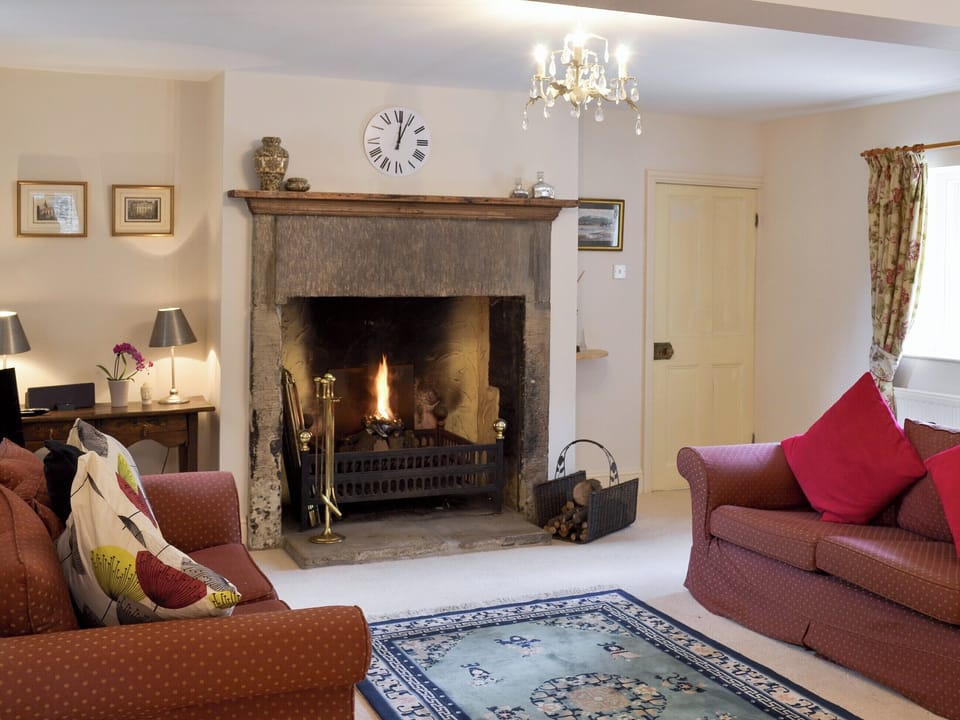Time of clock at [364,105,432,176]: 12:04
